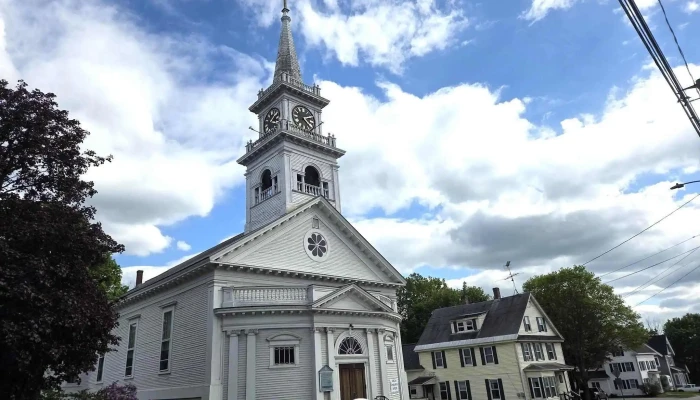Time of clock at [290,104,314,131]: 2:21
